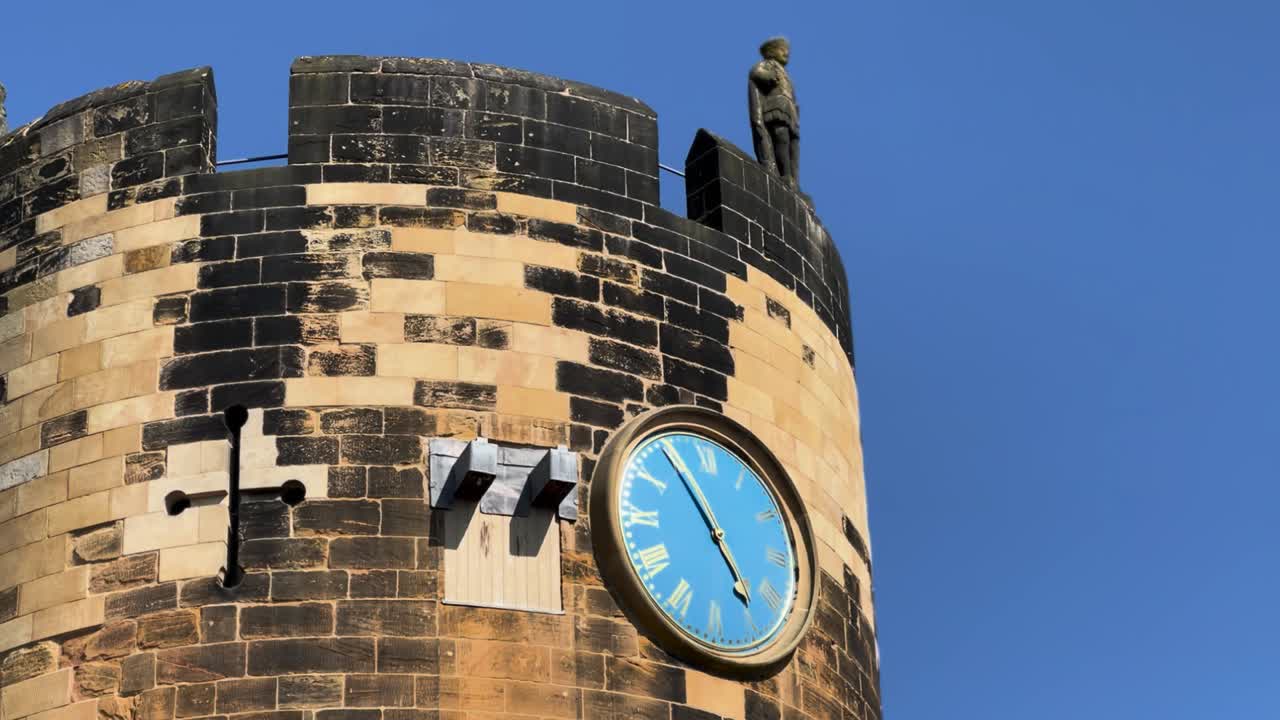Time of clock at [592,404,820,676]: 4:54
